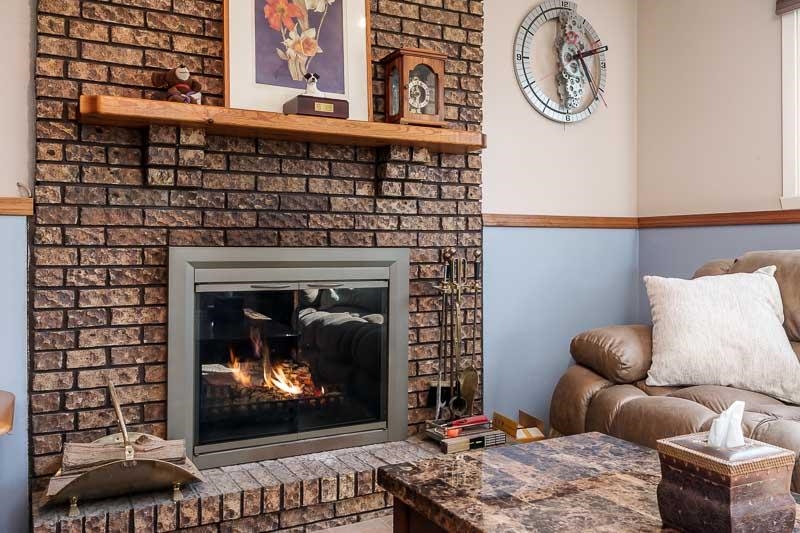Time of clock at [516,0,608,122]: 4:12
